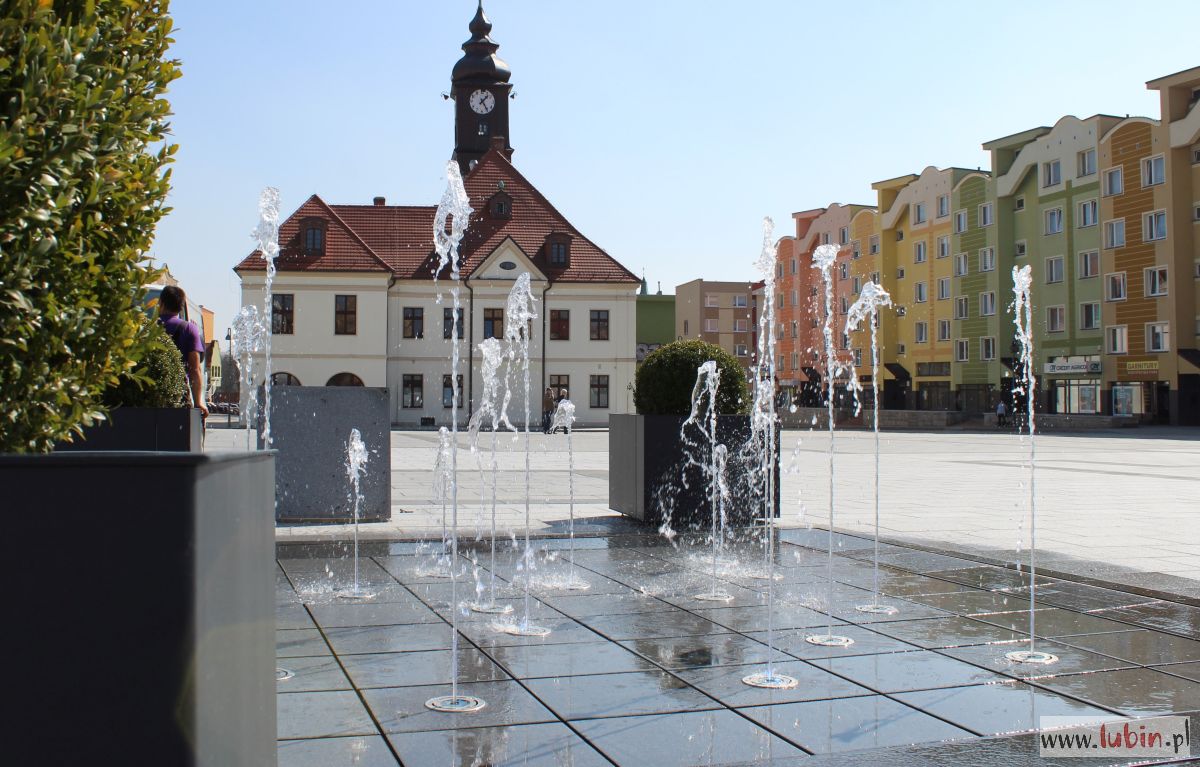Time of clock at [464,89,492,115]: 1:24
